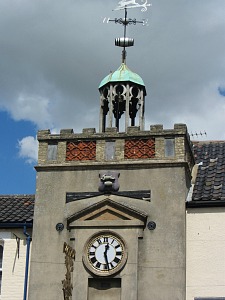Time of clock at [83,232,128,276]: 12:27
